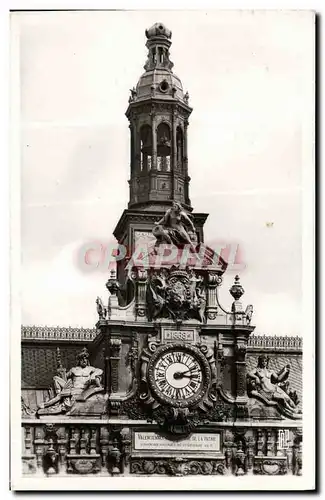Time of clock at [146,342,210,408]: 3:10
